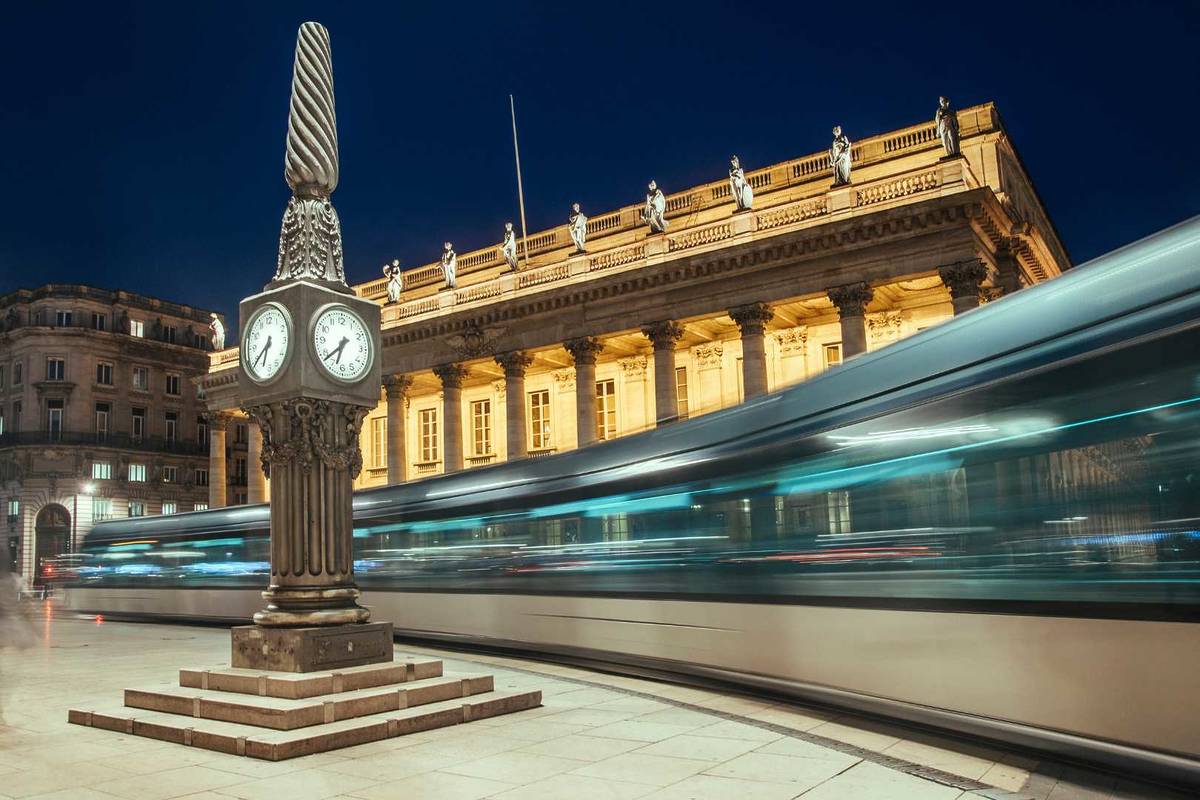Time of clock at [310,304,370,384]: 6:38
